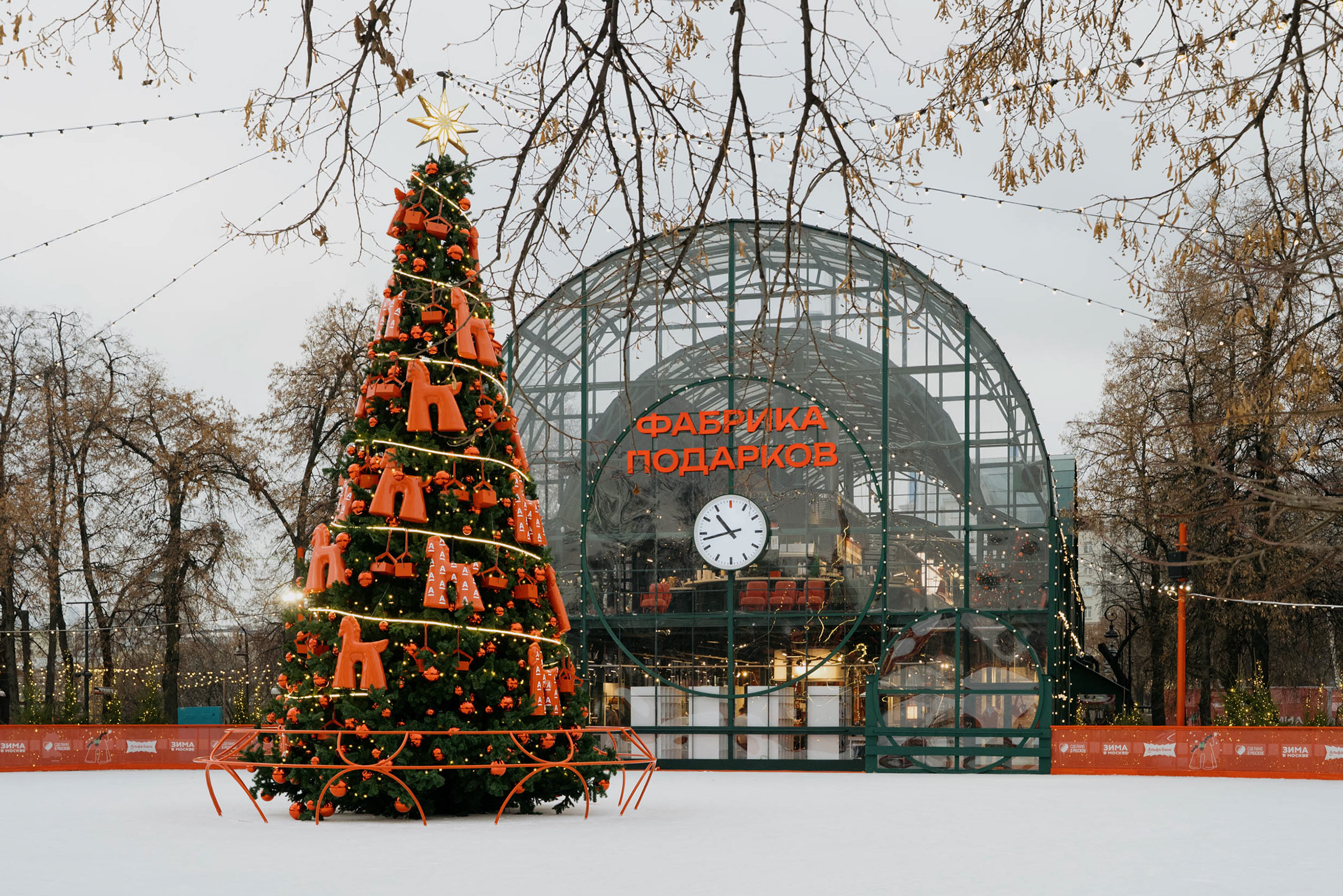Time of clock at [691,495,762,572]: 10:42
